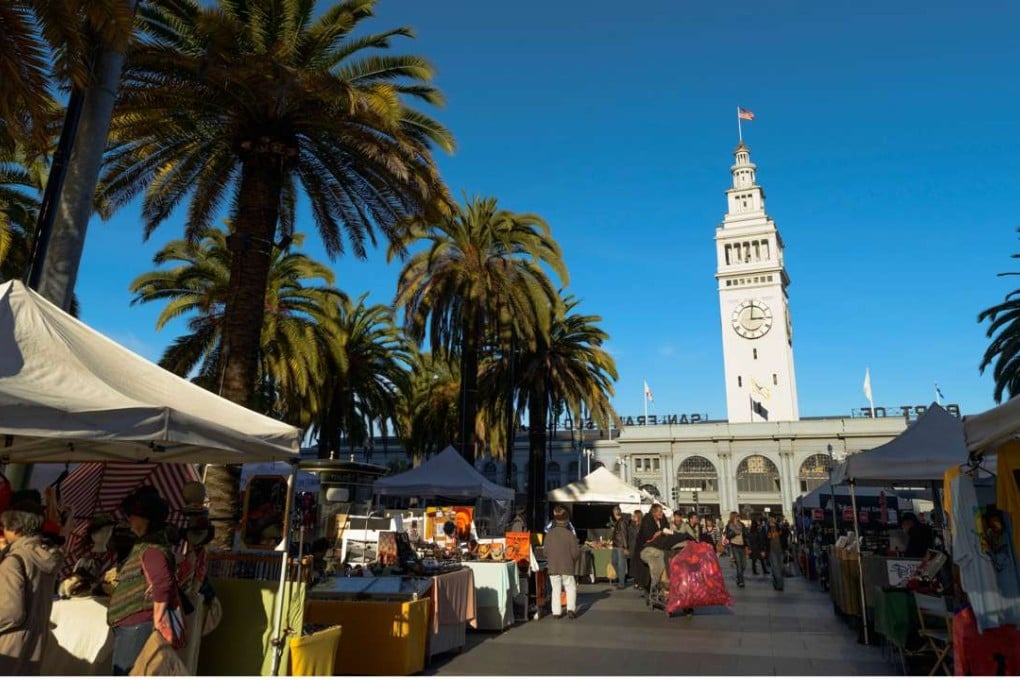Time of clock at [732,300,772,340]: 3:01
